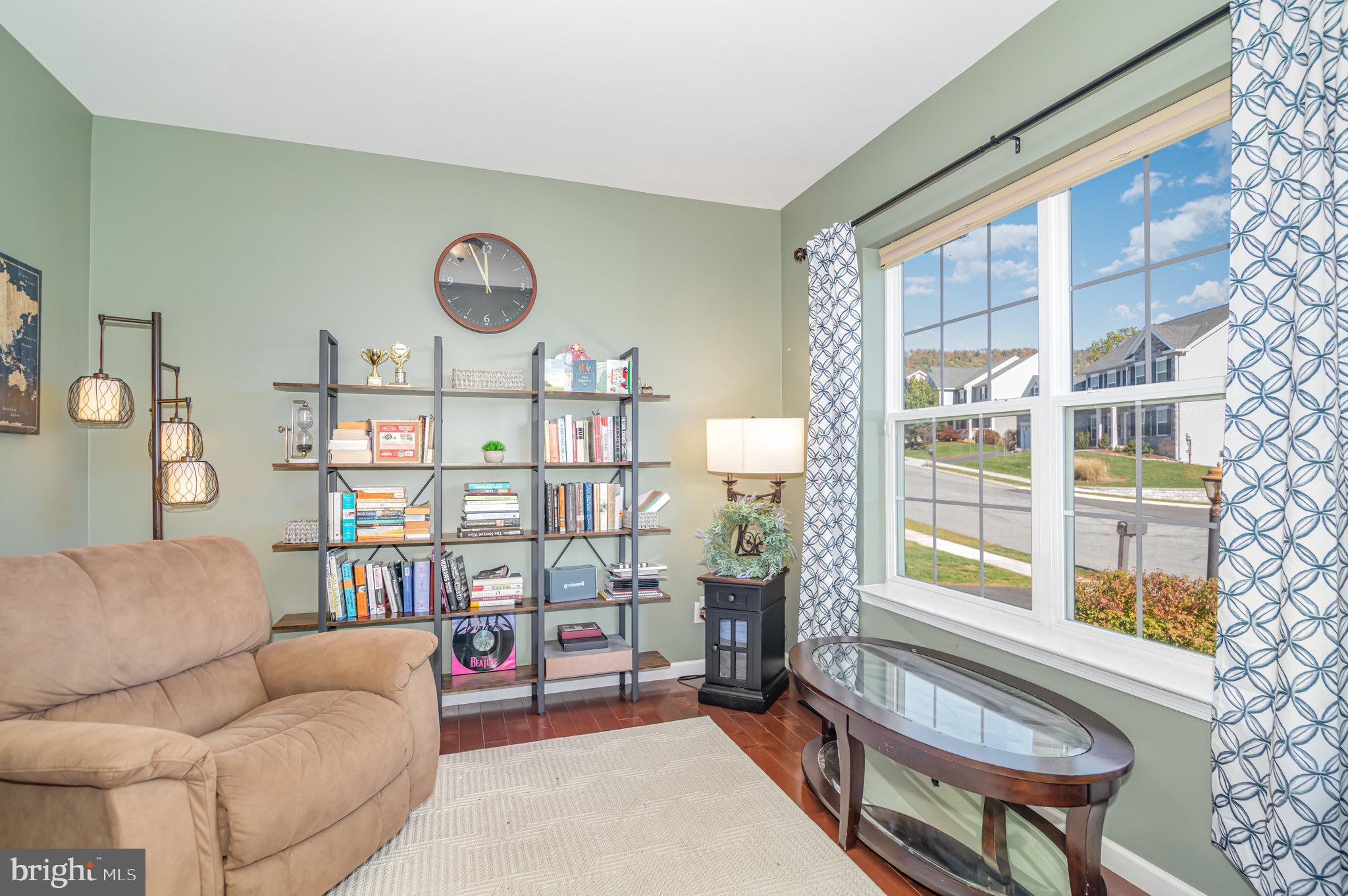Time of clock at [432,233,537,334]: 11:55
